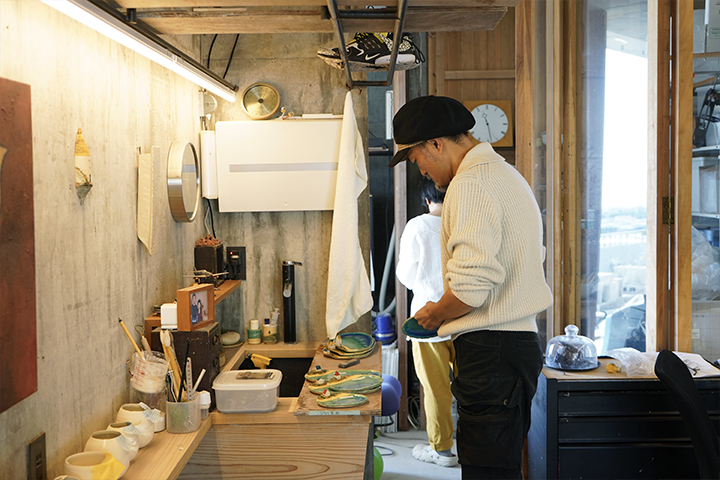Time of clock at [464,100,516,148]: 11:28
